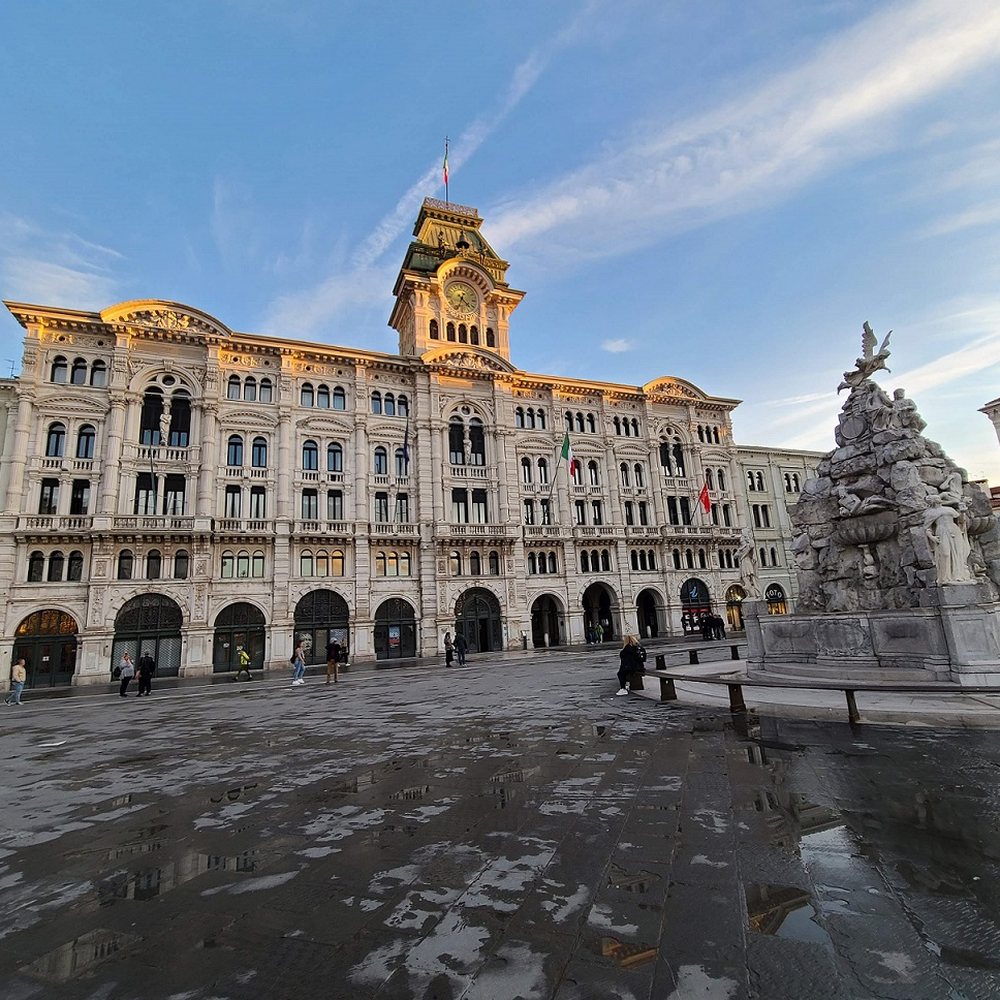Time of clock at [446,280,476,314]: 4:33
